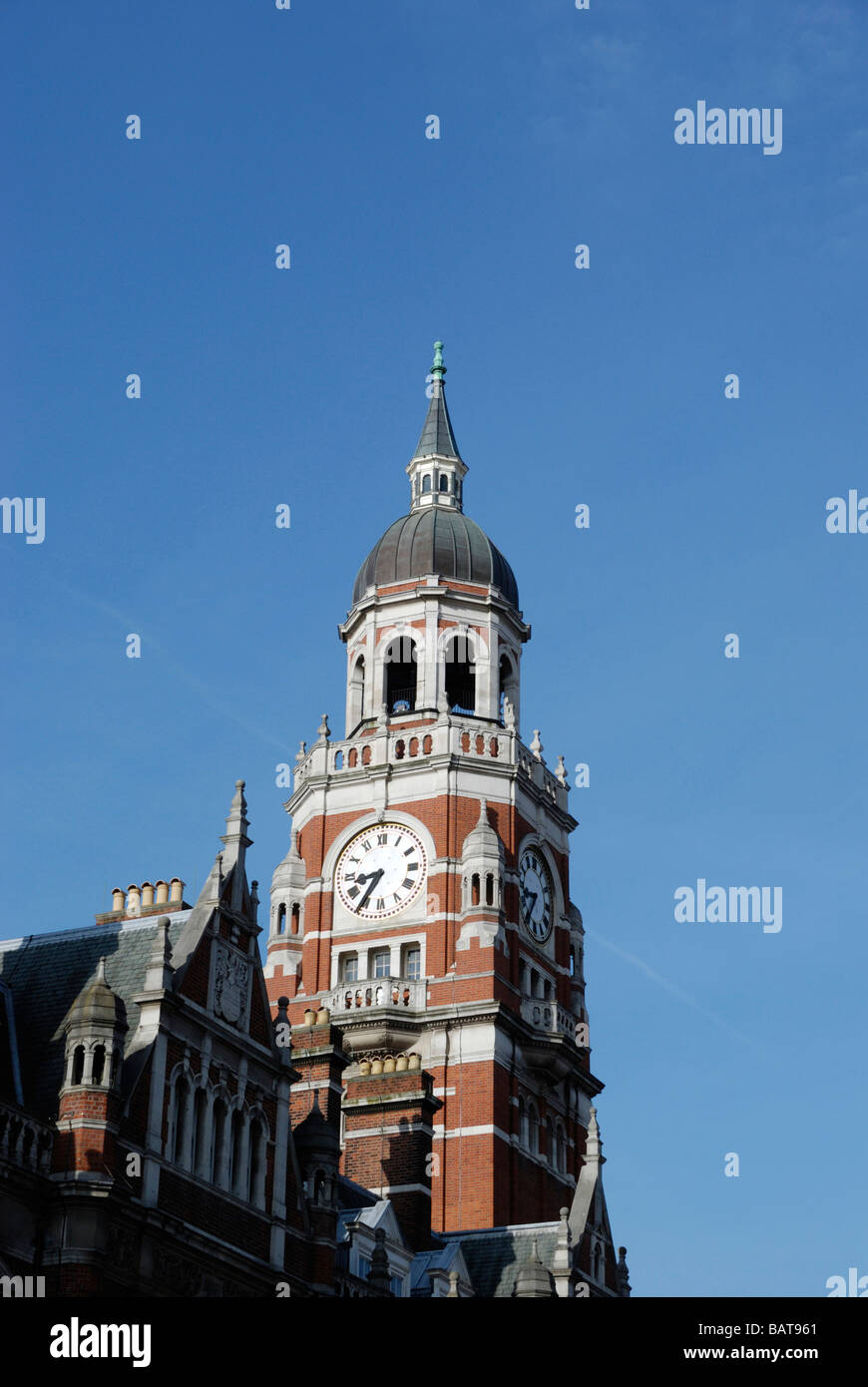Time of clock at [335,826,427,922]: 8:35
